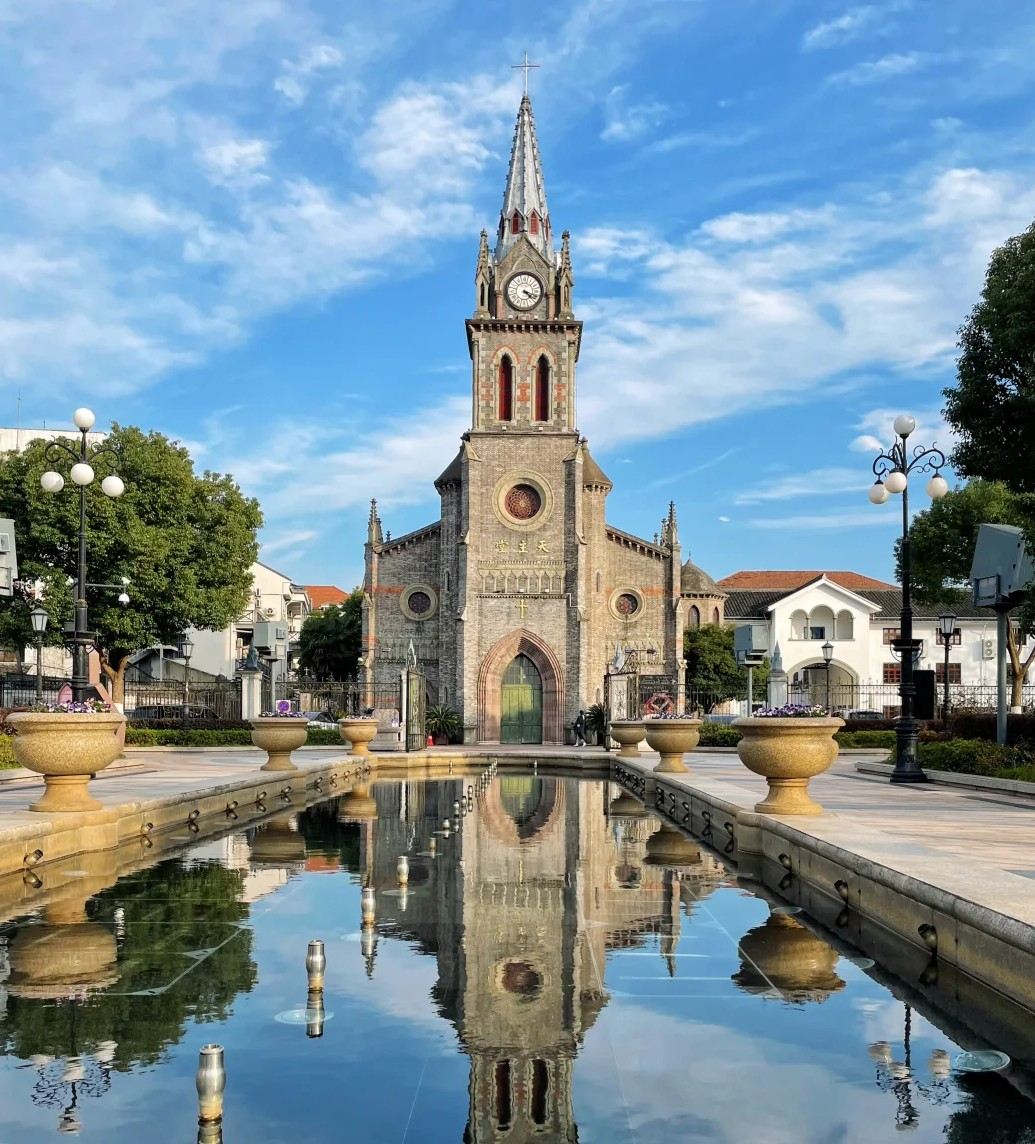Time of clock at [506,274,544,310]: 4:18
